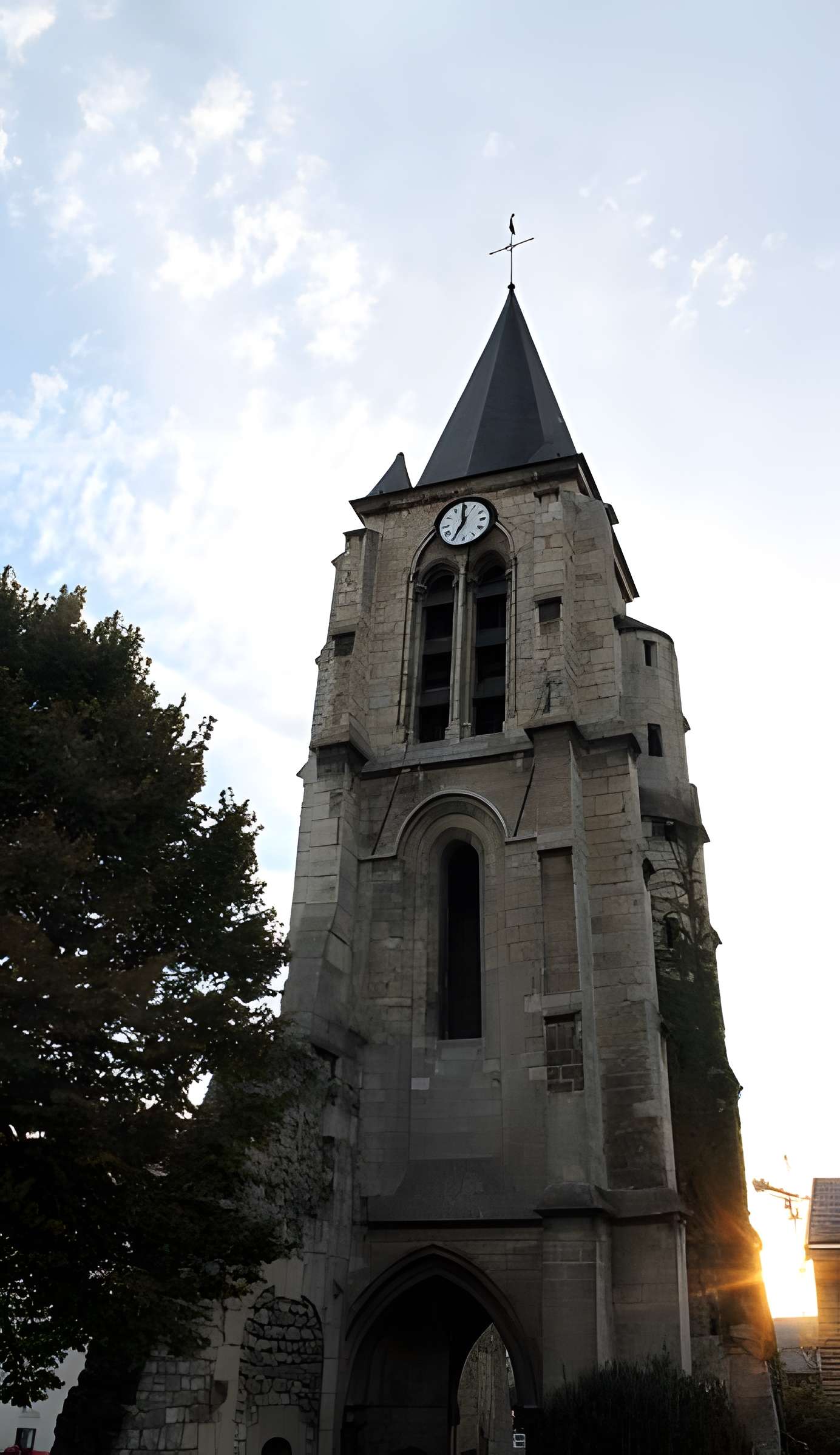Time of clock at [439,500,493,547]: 6:59
